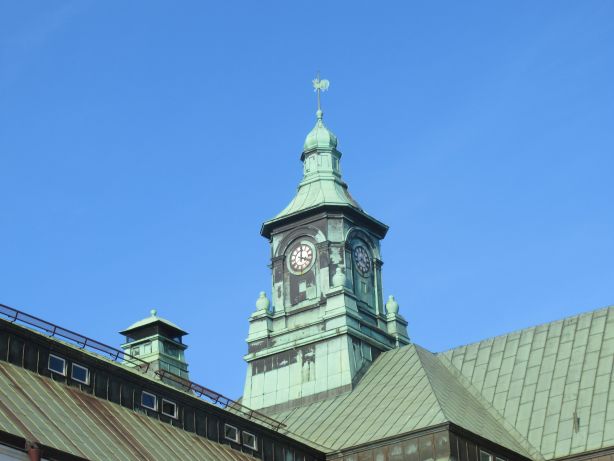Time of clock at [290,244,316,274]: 4:00
